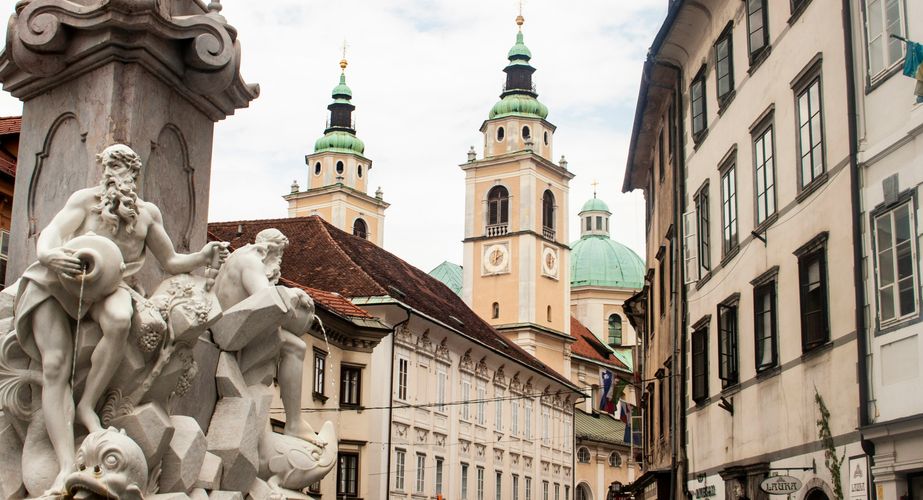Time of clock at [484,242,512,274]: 2:01
